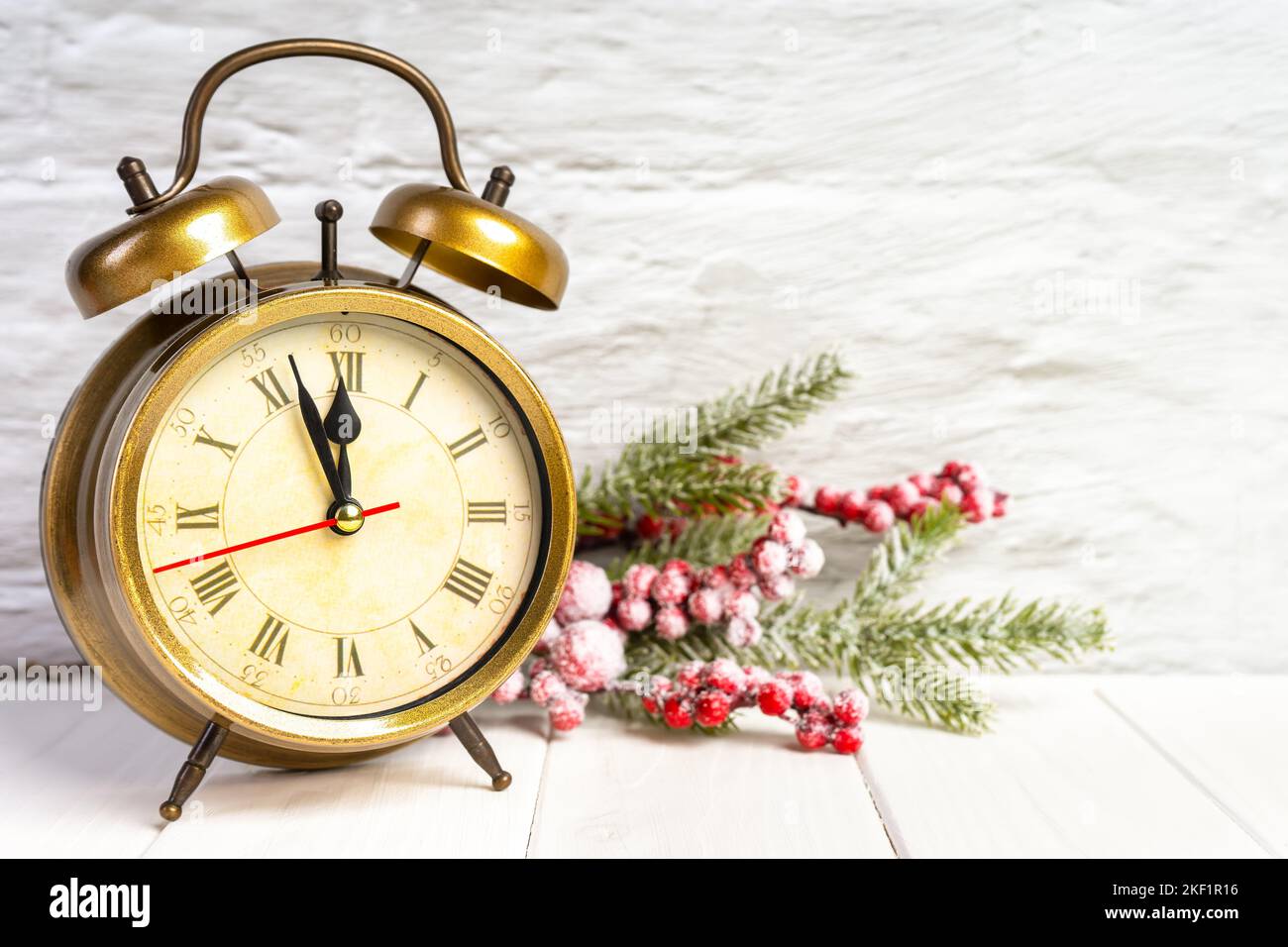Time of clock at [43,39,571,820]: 11:56
